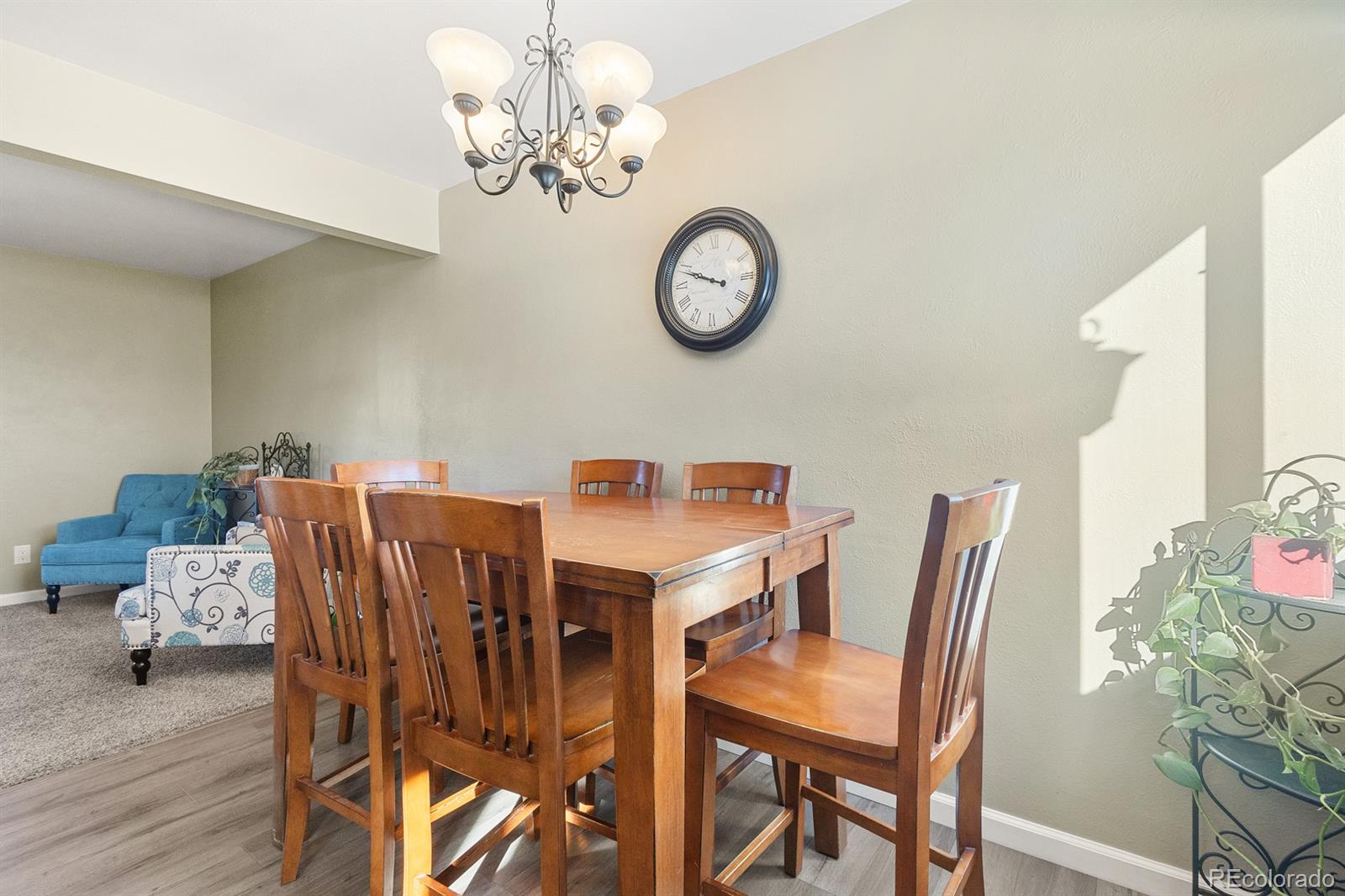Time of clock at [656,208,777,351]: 9:48
